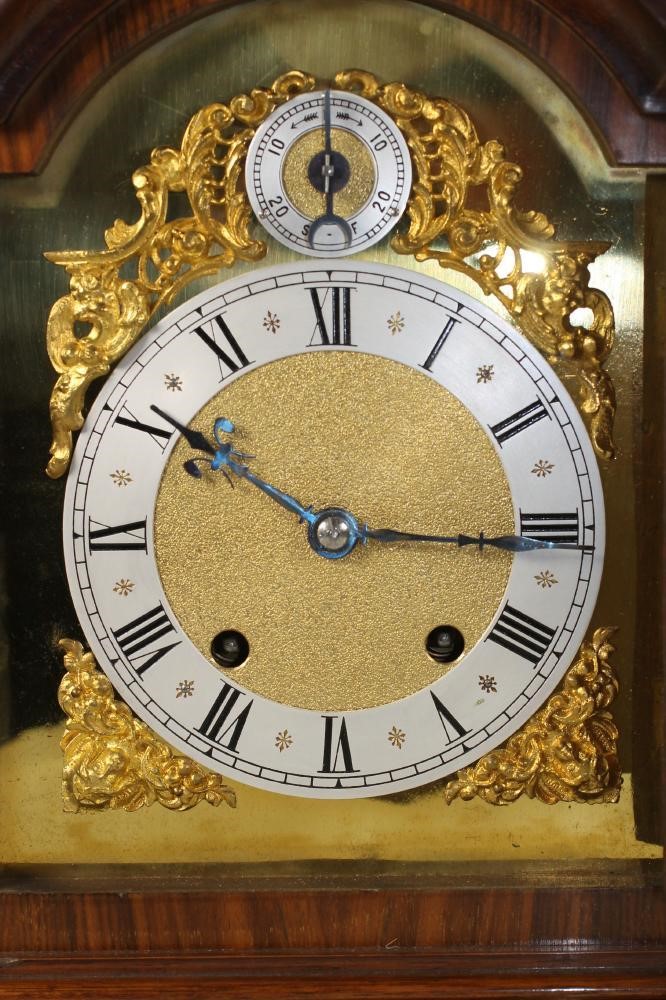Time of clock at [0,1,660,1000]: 10:15
